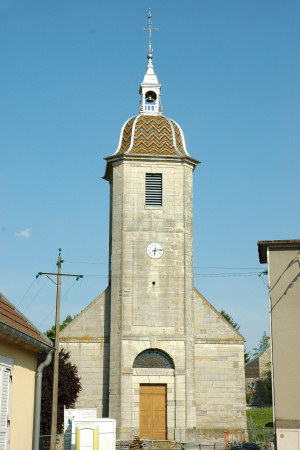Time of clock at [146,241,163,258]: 6:13
